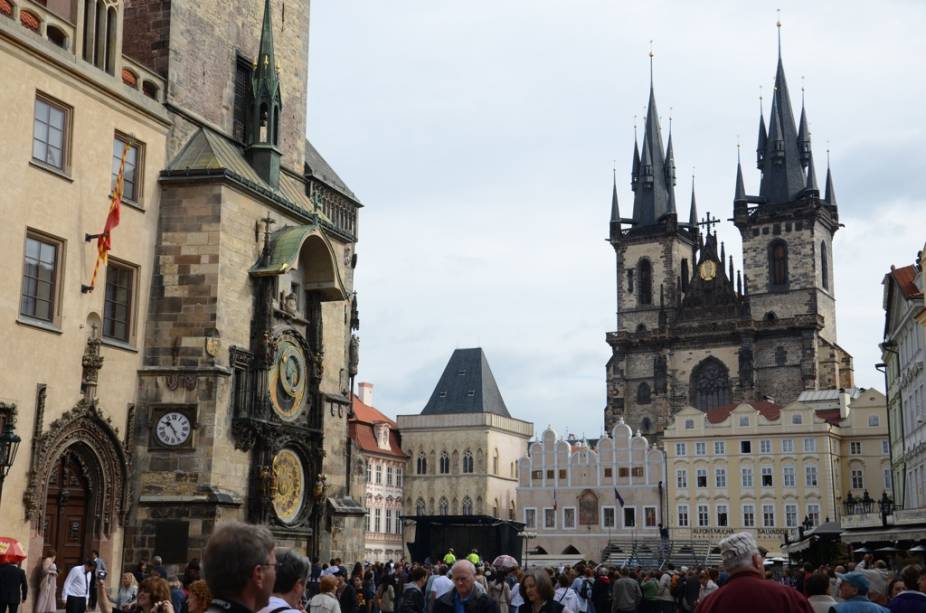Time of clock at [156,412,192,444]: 10:25
